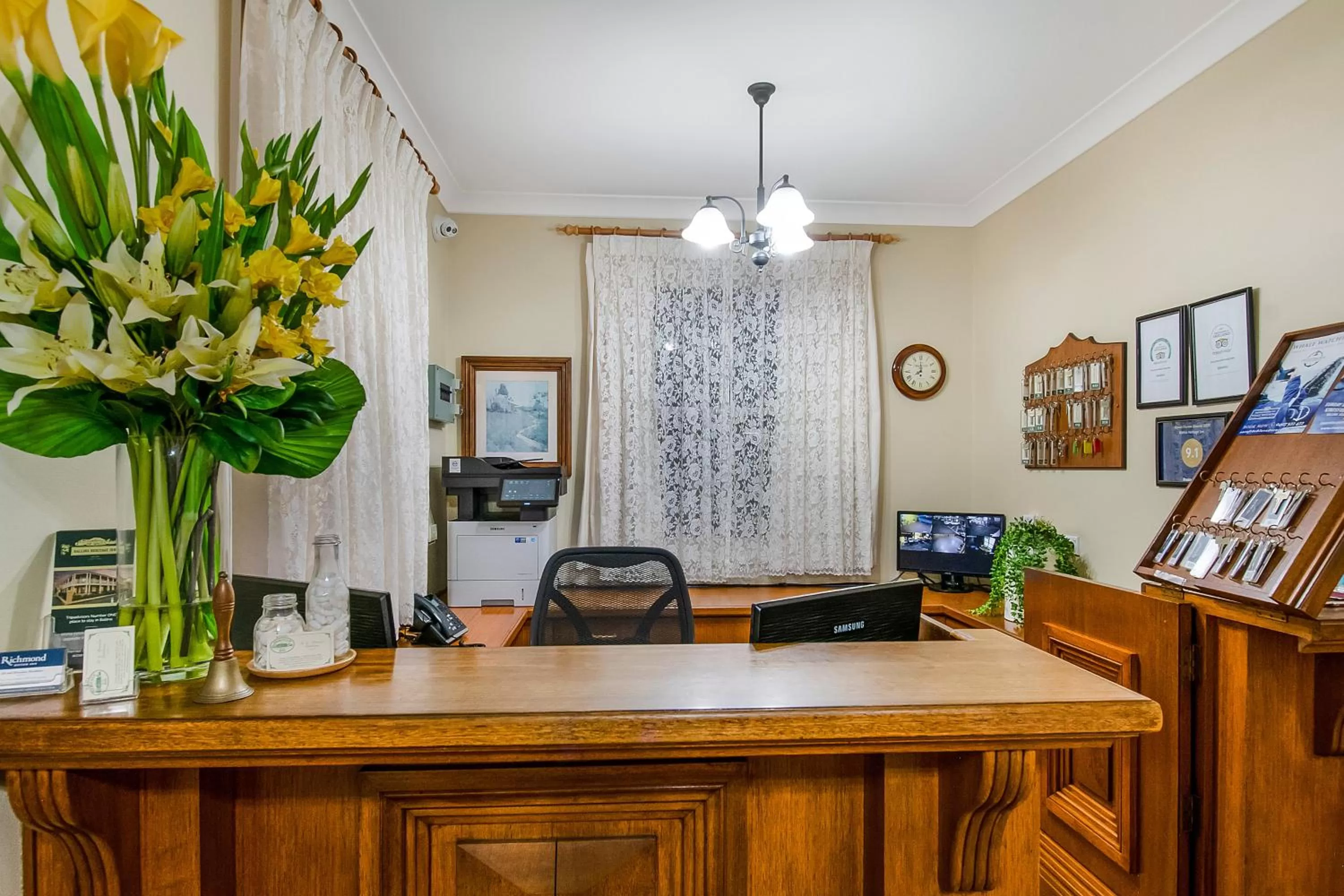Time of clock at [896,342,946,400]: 7:59
